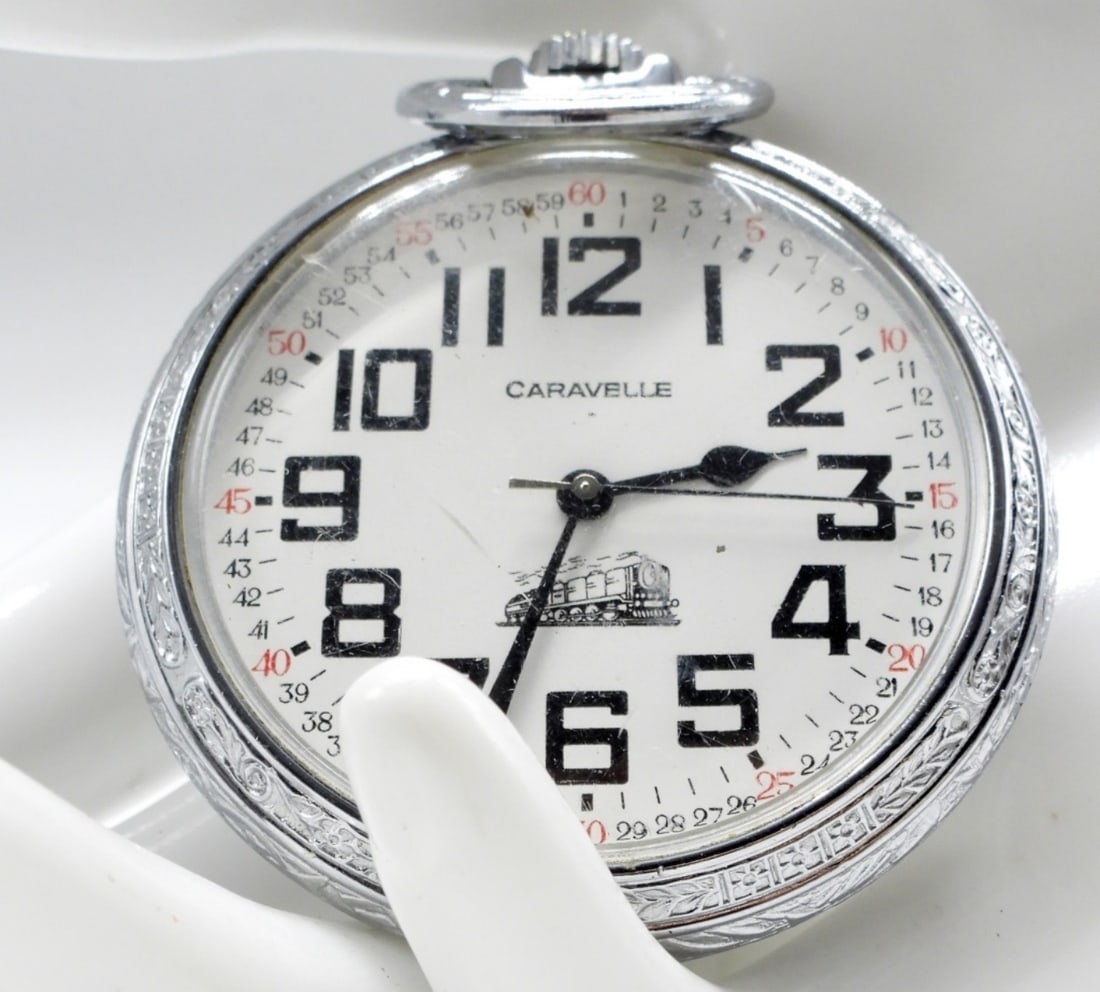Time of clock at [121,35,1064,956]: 2:33
